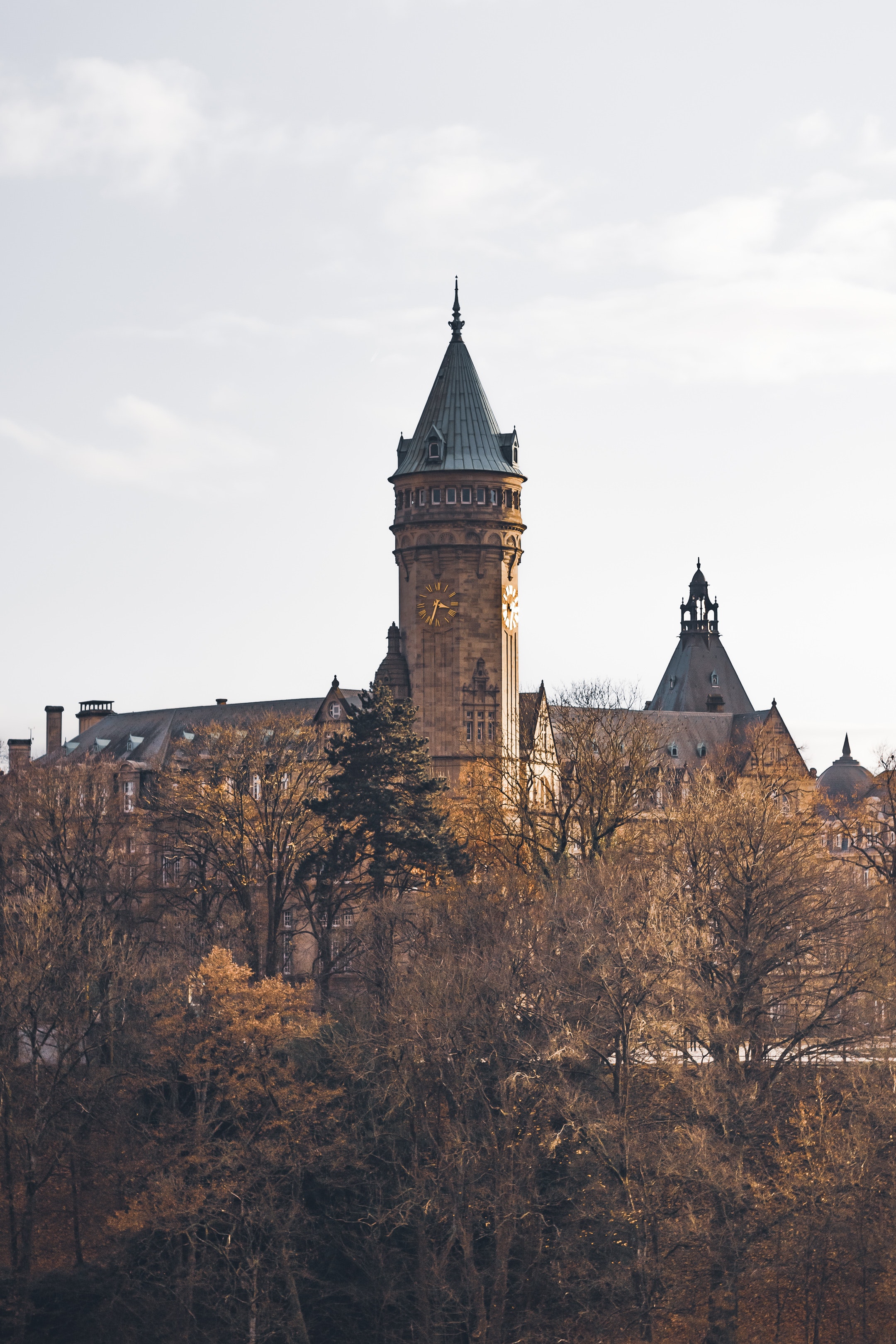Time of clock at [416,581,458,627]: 3:33
